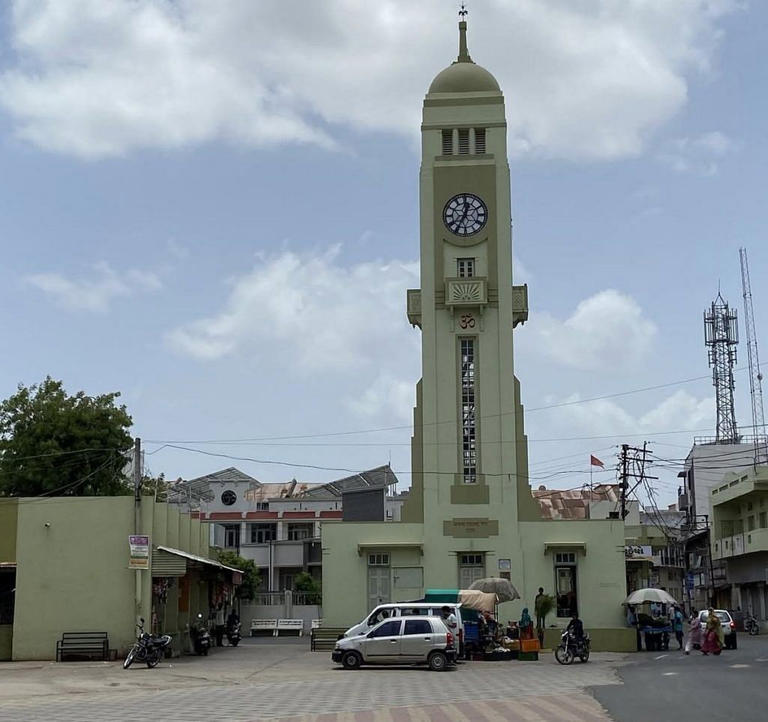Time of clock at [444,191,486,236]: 12:34
